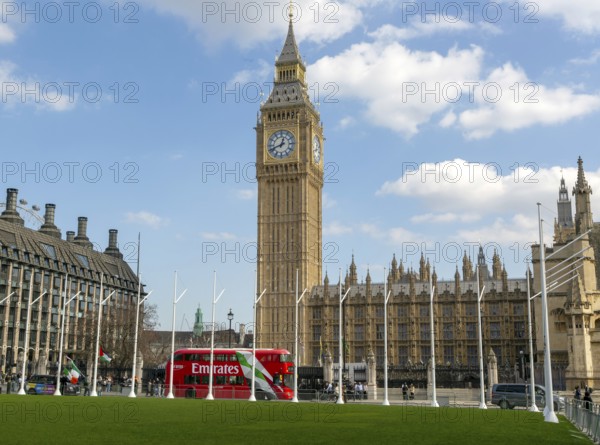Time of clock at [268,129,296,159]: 12:41
